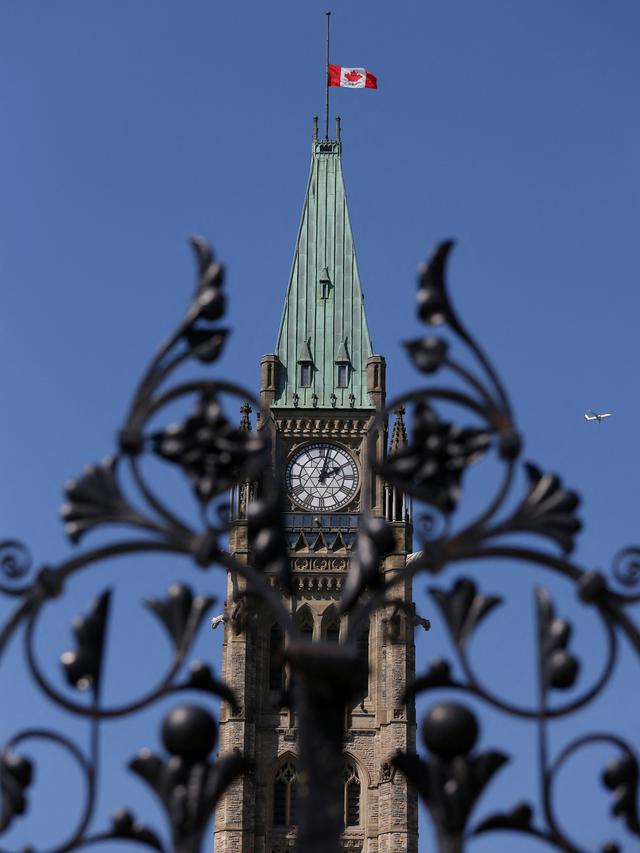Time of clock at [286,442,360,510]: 2:02
